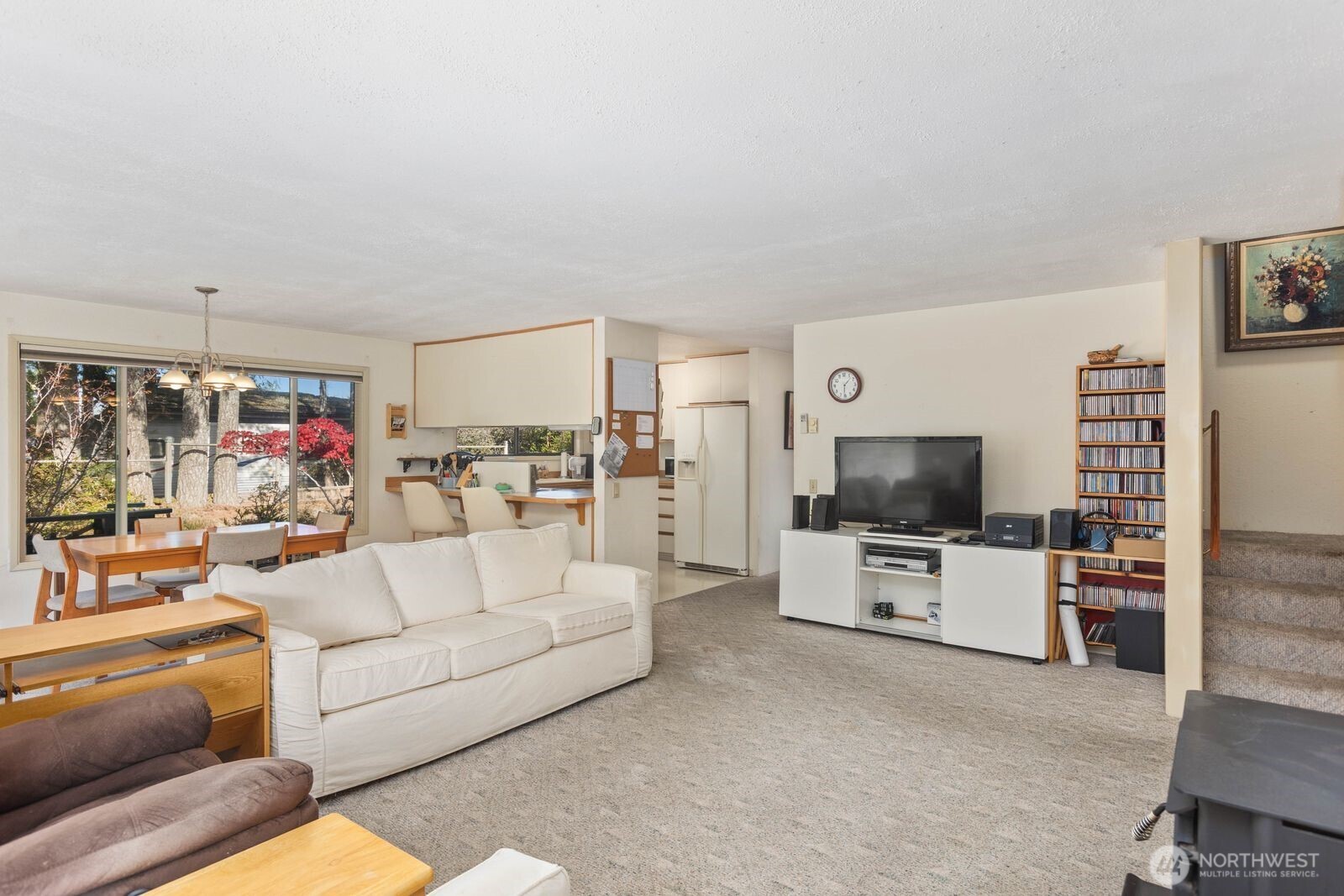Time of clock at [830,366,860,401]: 1:31
